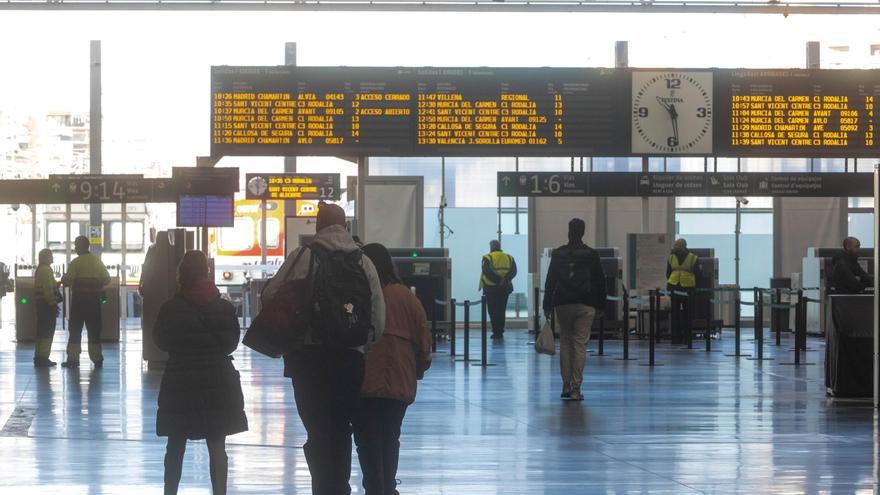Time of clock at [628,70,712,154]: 10:28
